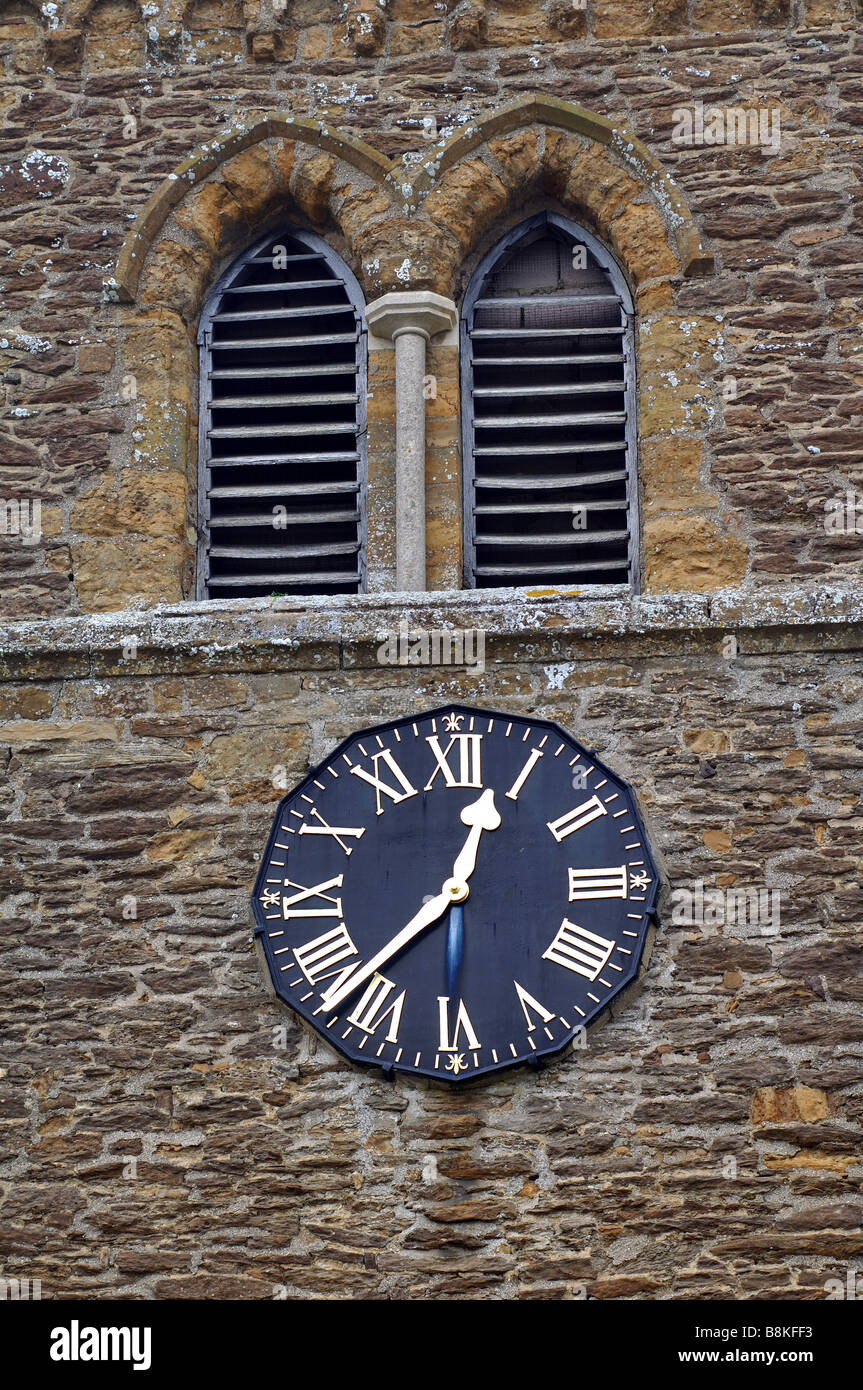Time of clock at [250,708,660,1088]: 12:37
